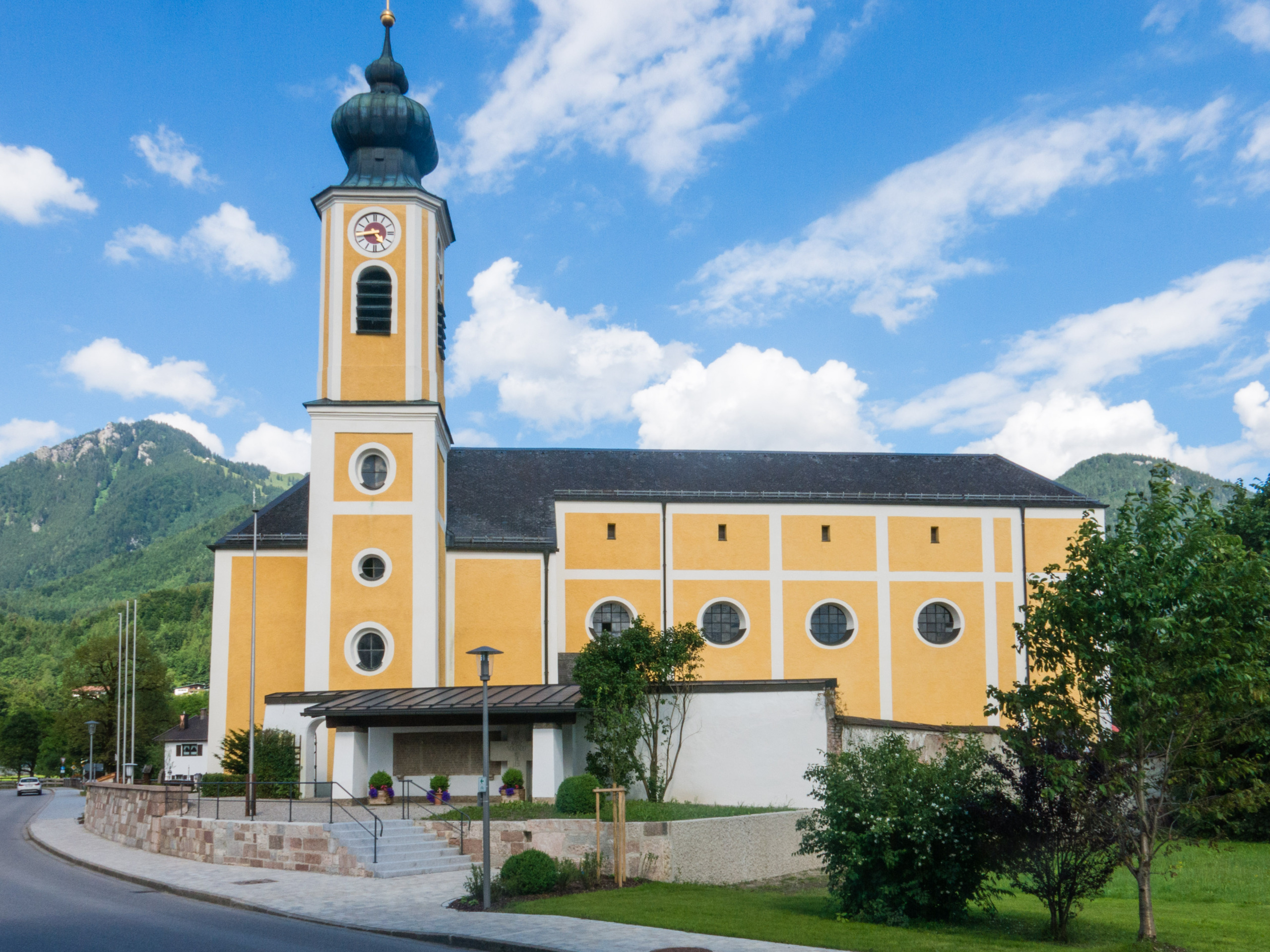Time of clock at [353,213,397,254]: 4:43
